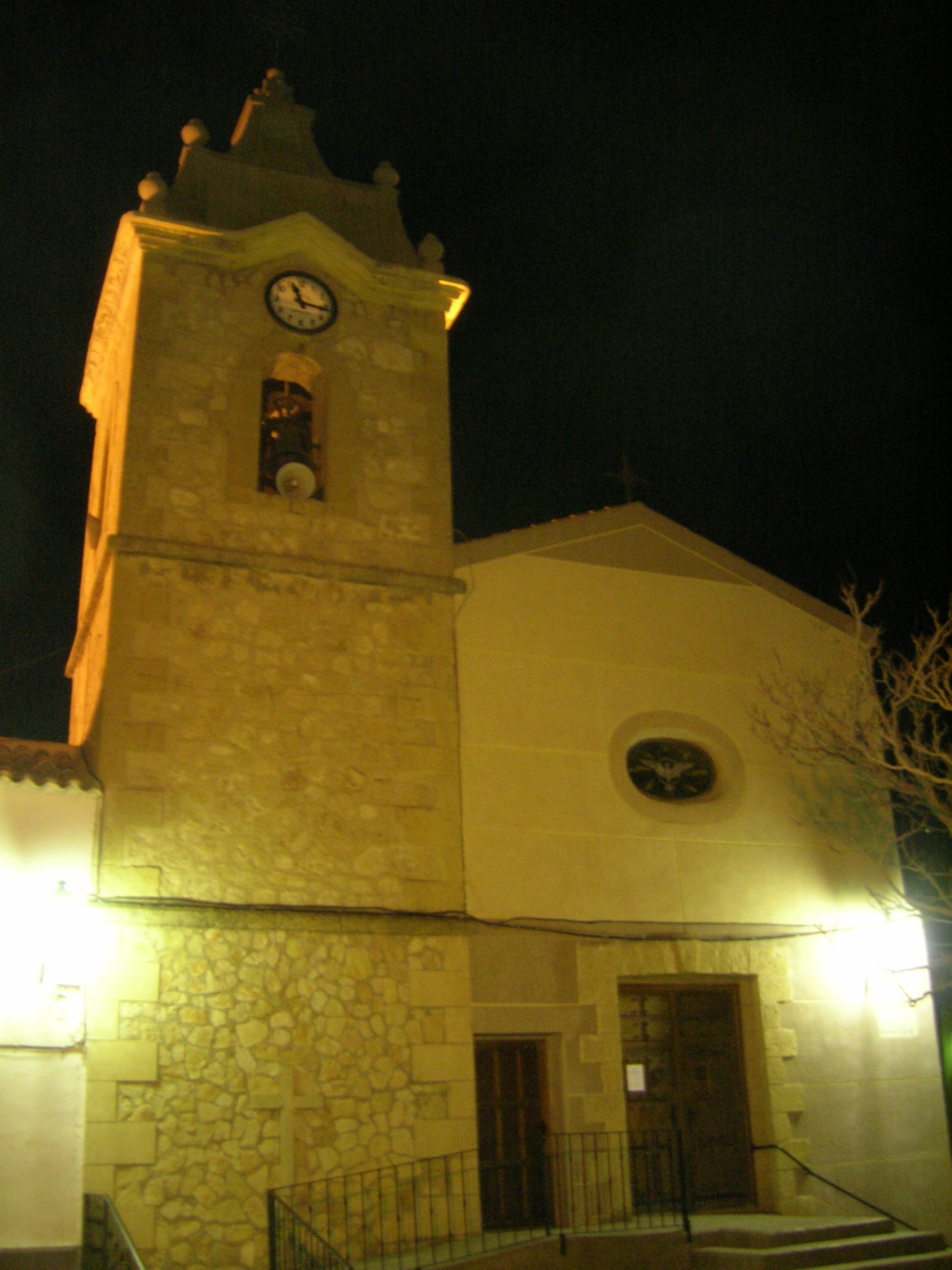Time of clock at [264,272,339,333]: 11:16
